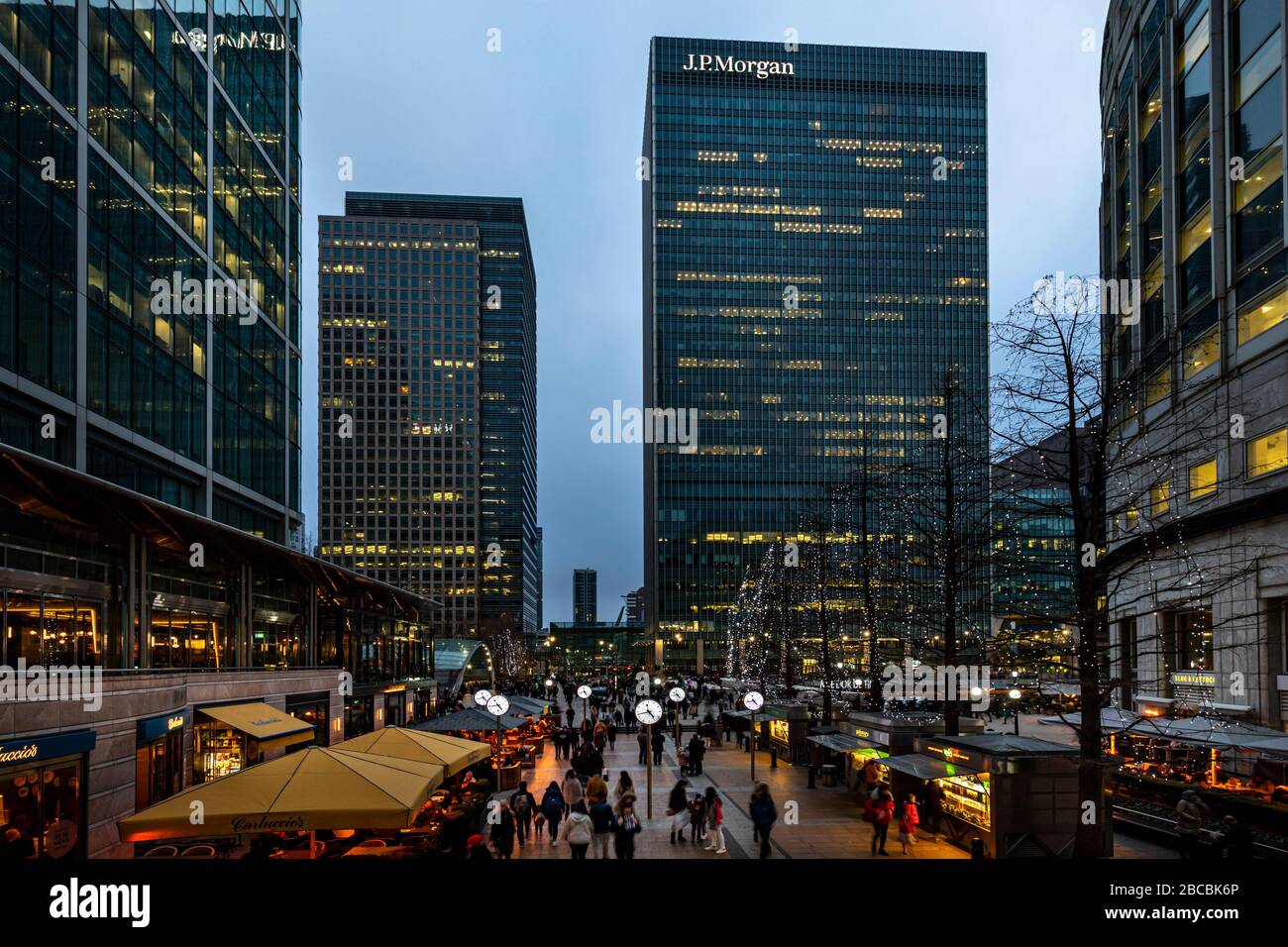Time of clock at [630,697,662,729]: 4:42
